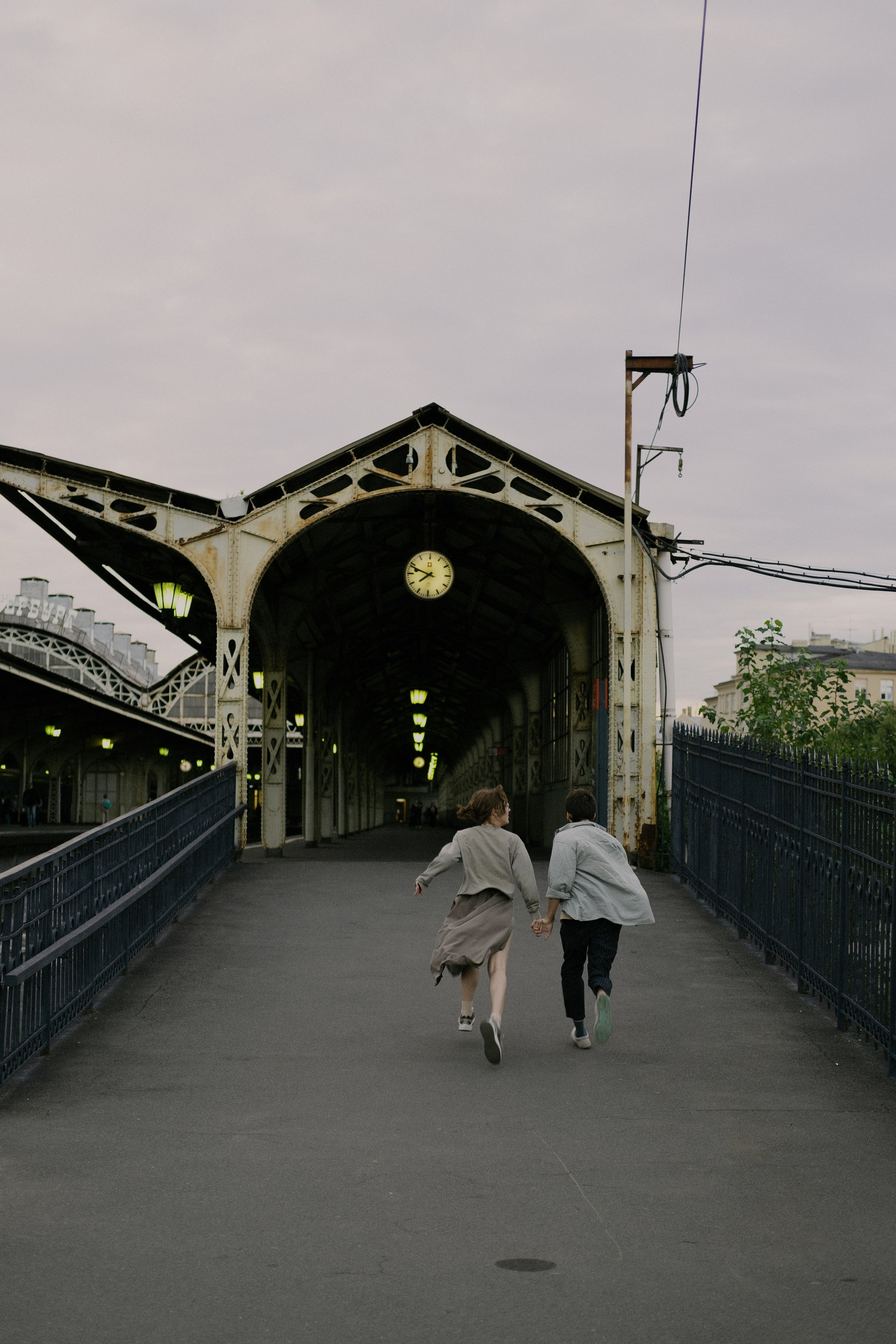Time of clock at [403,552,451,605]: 7:48
